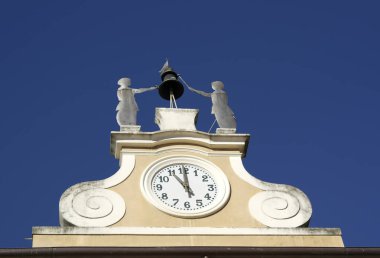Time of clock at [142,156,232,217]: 11:00
